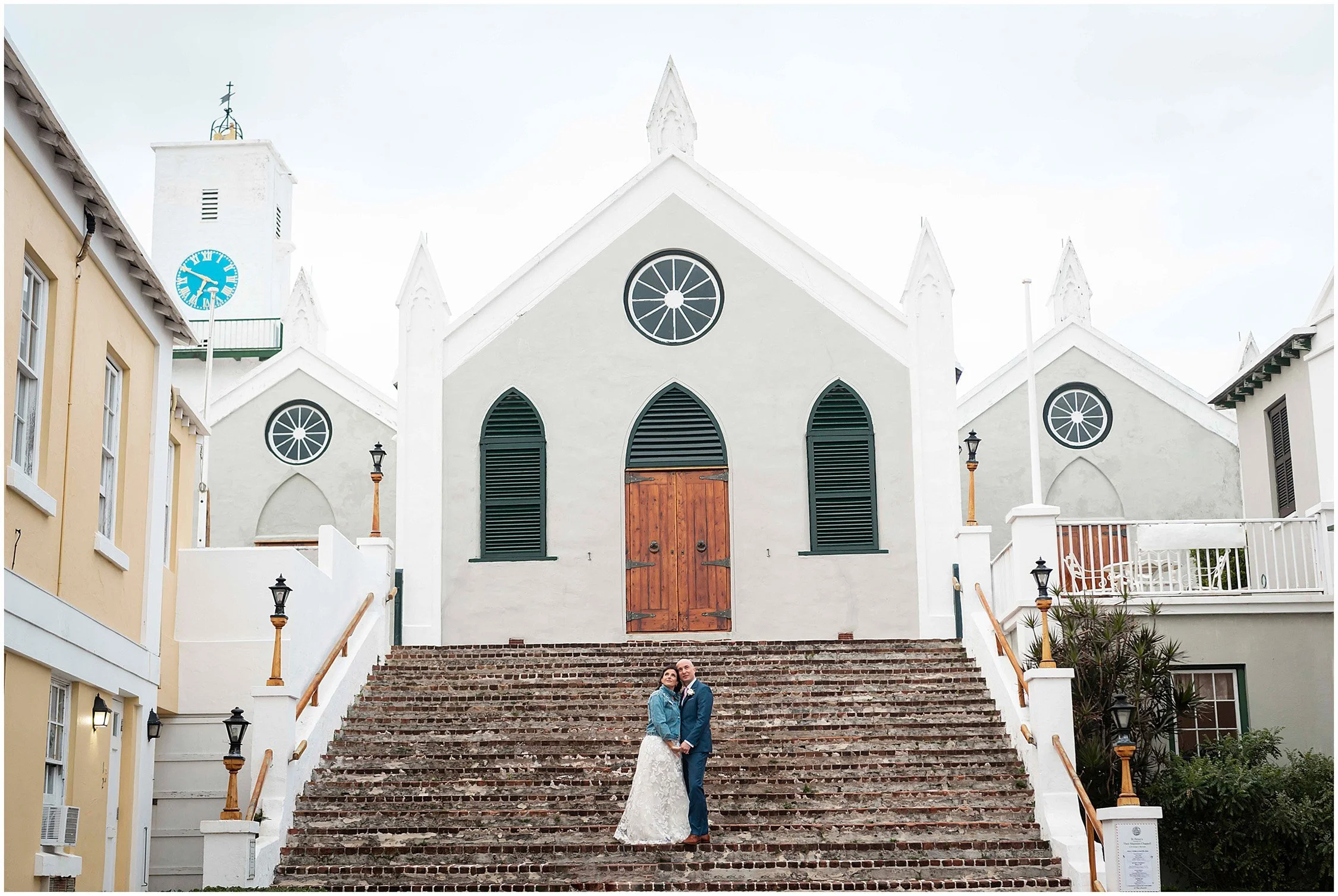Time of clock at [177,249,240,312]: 6:49
